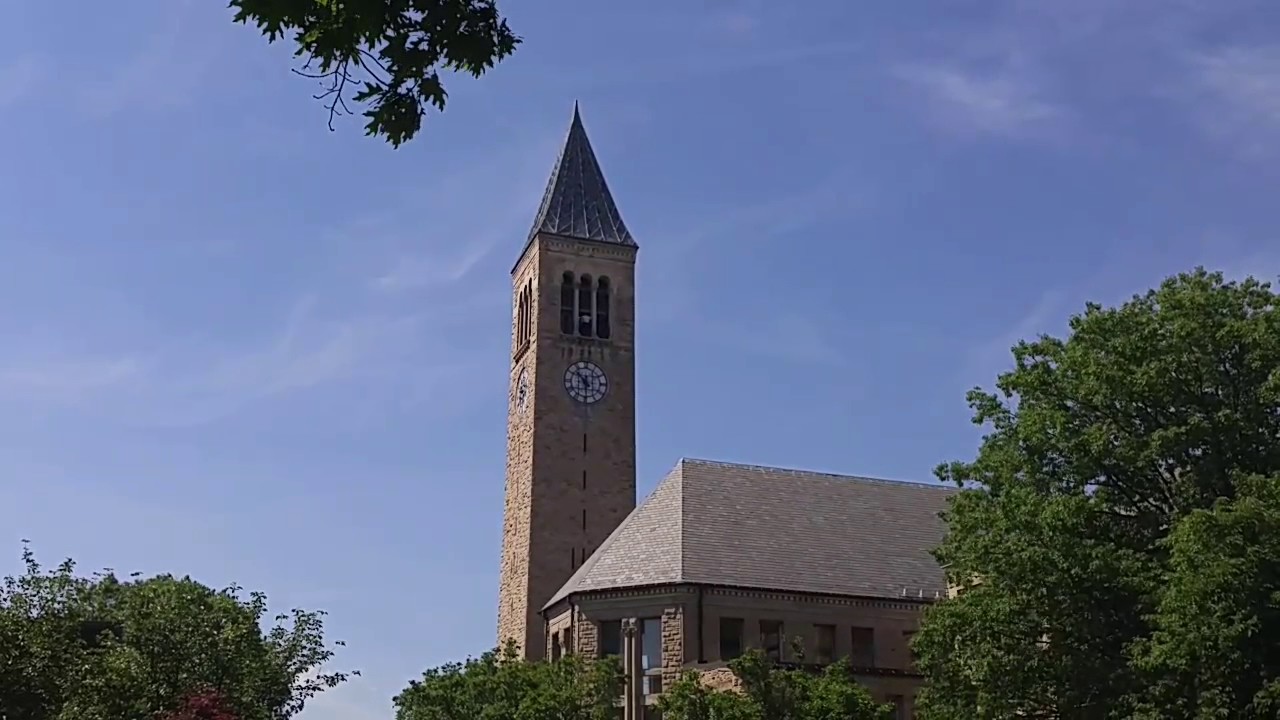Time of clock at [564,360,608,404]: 10:30
